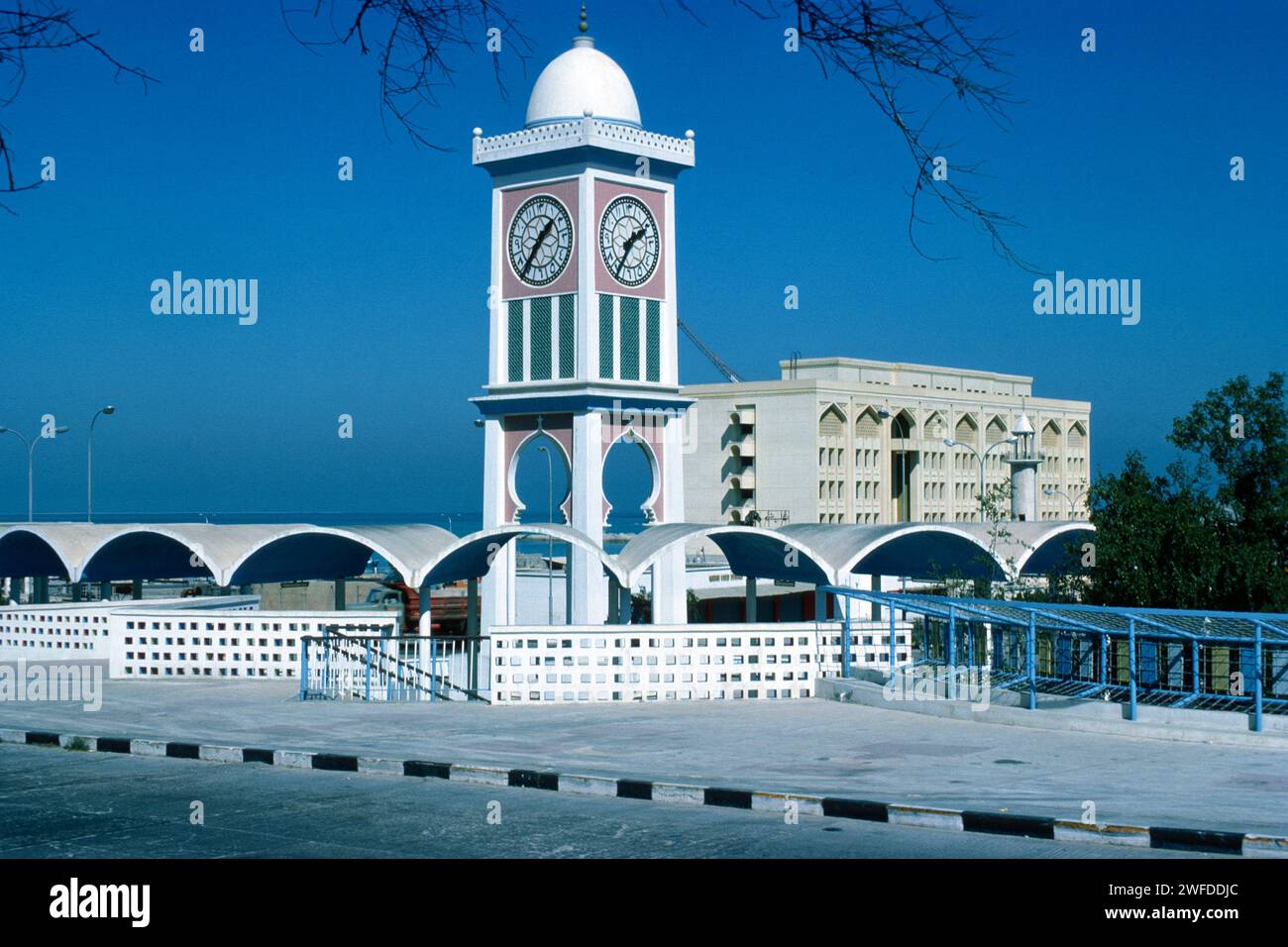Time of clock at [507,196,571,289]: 1:36
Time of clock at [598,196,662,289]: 1:35
